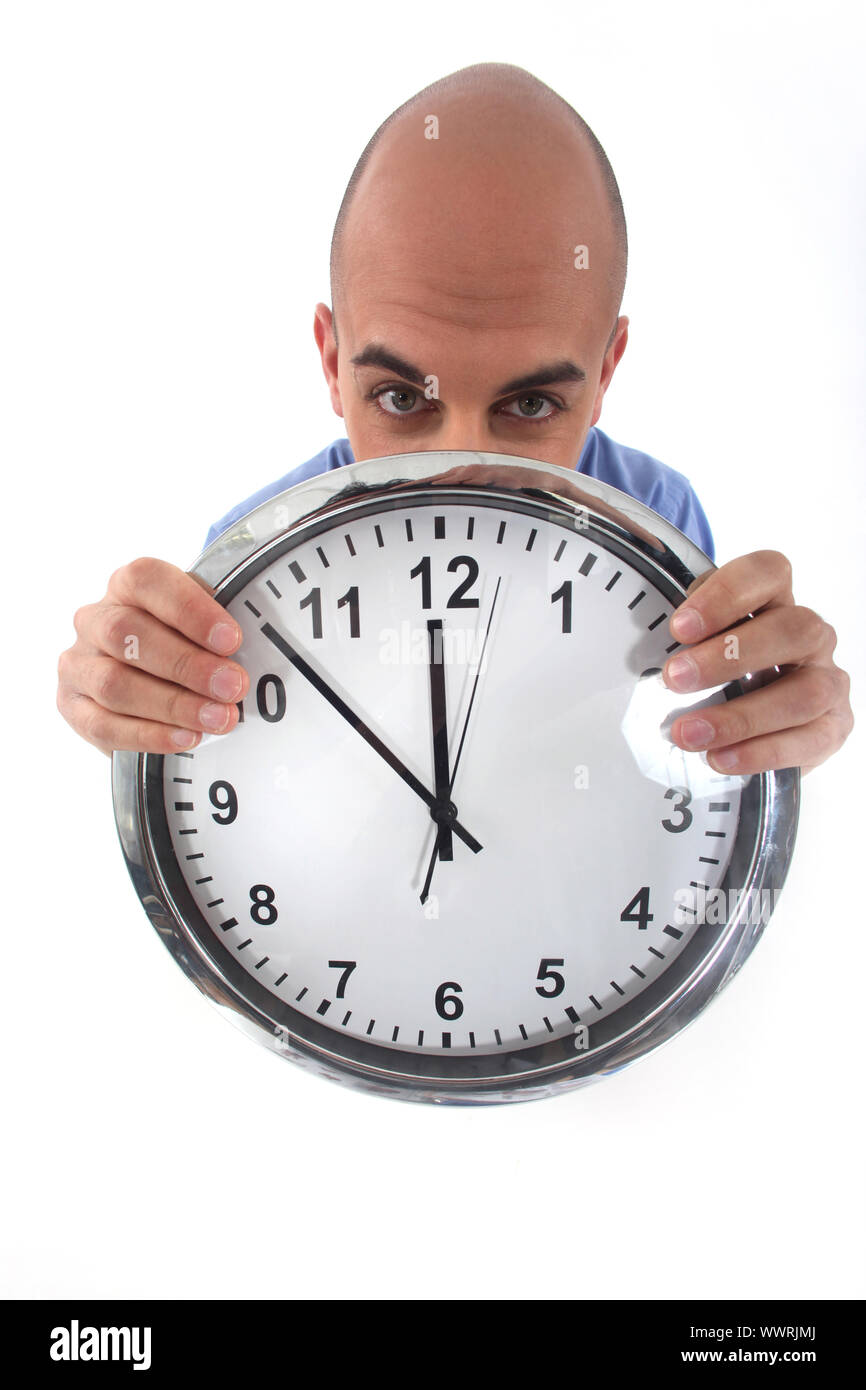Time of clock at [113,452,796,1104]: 11:52
